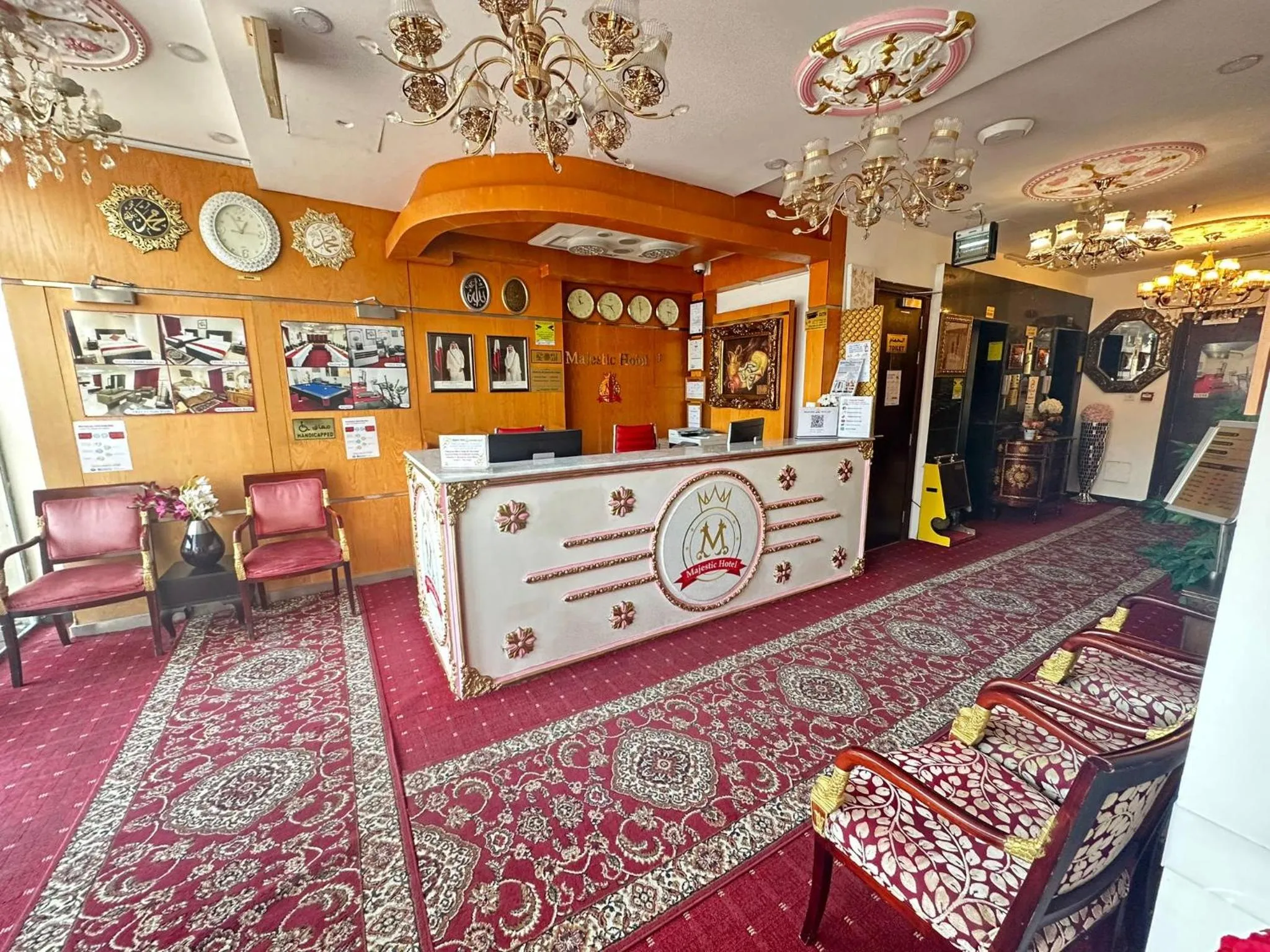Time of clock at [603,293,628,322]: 4:46
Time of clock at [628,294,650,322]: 5:59
